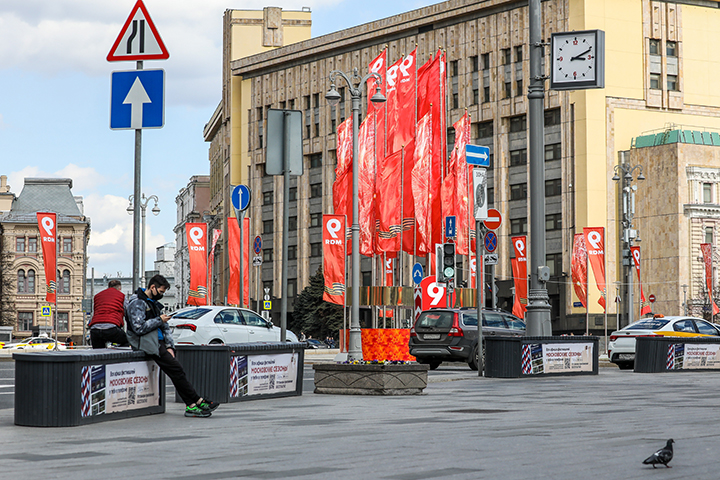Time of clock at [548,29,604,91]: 3:11
